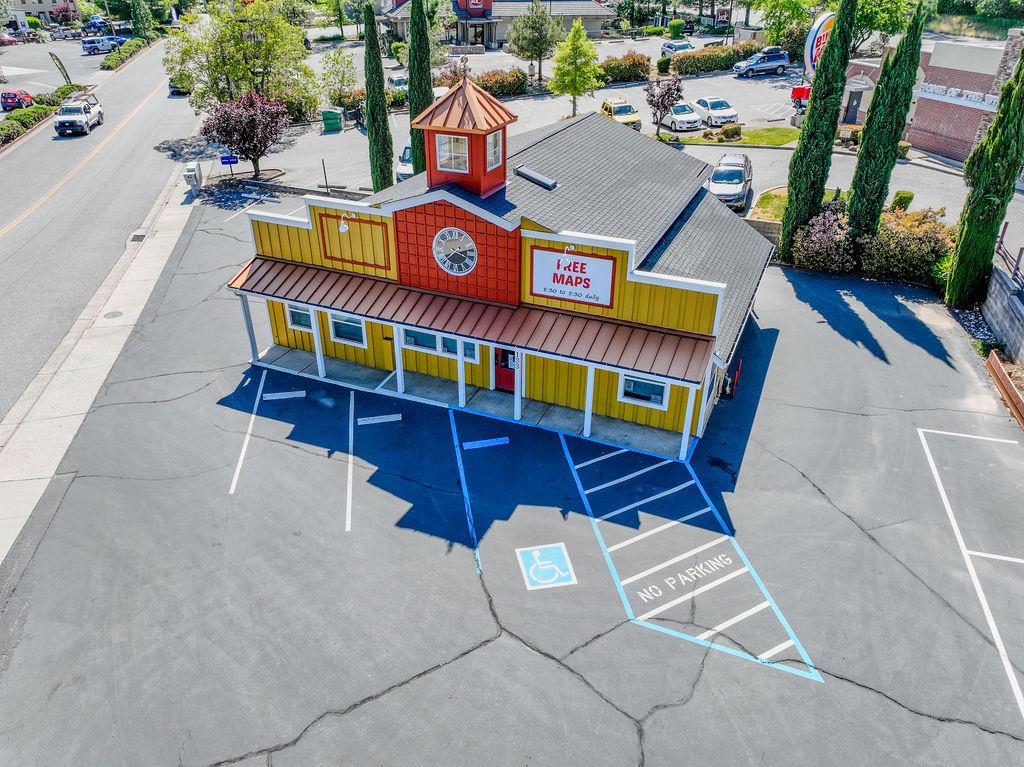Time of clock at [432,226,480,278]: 2:38
